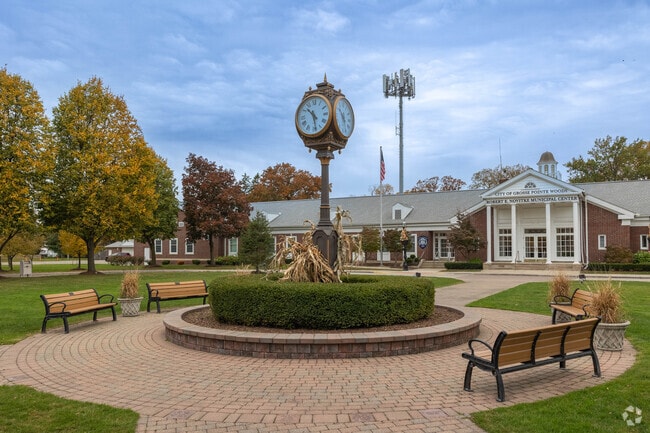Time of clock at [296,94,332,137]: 10:28
